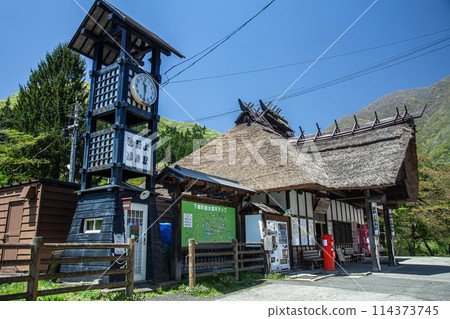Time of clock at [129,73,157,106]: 11:31
